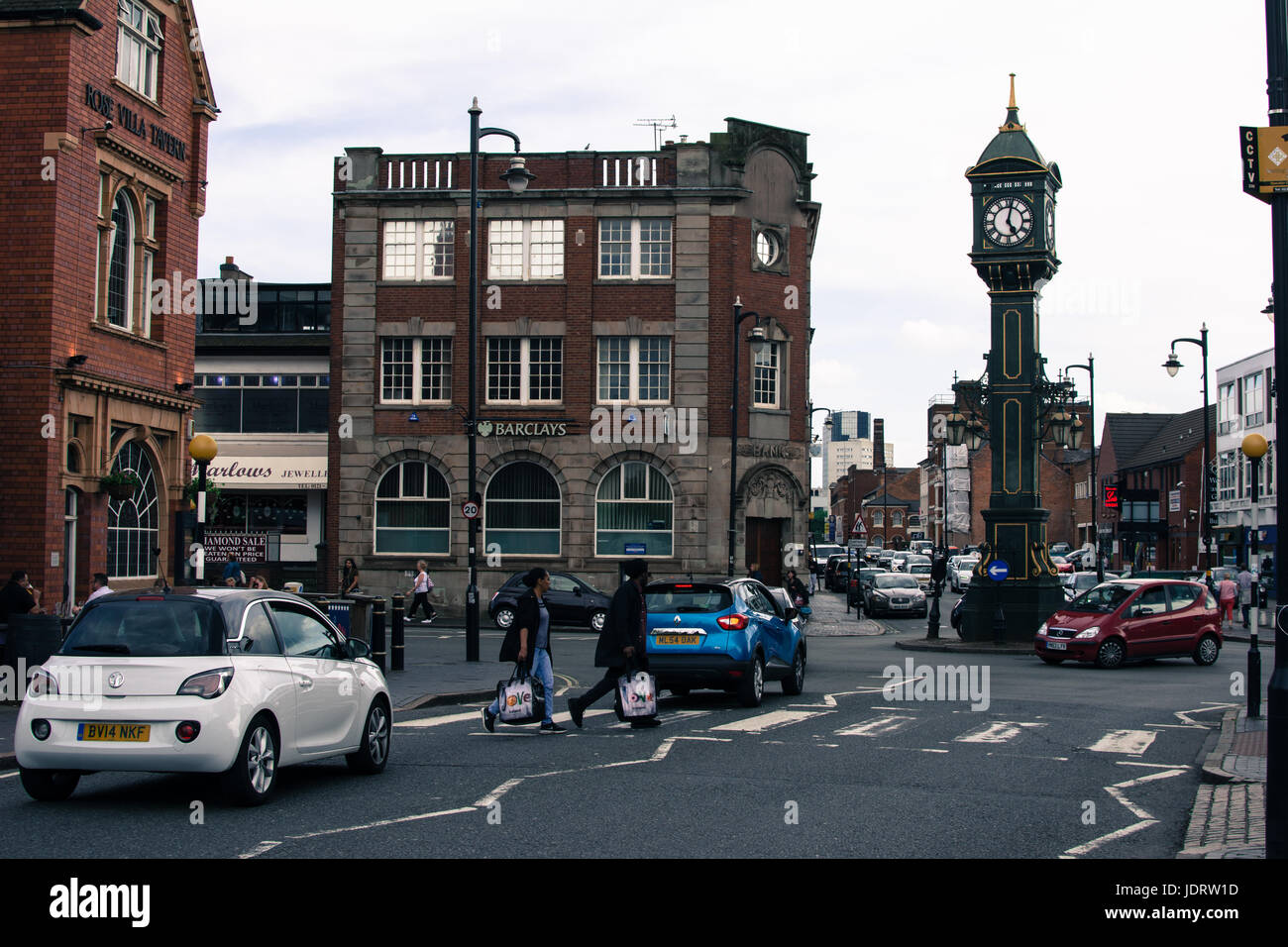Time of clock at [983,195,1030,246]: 5:02
